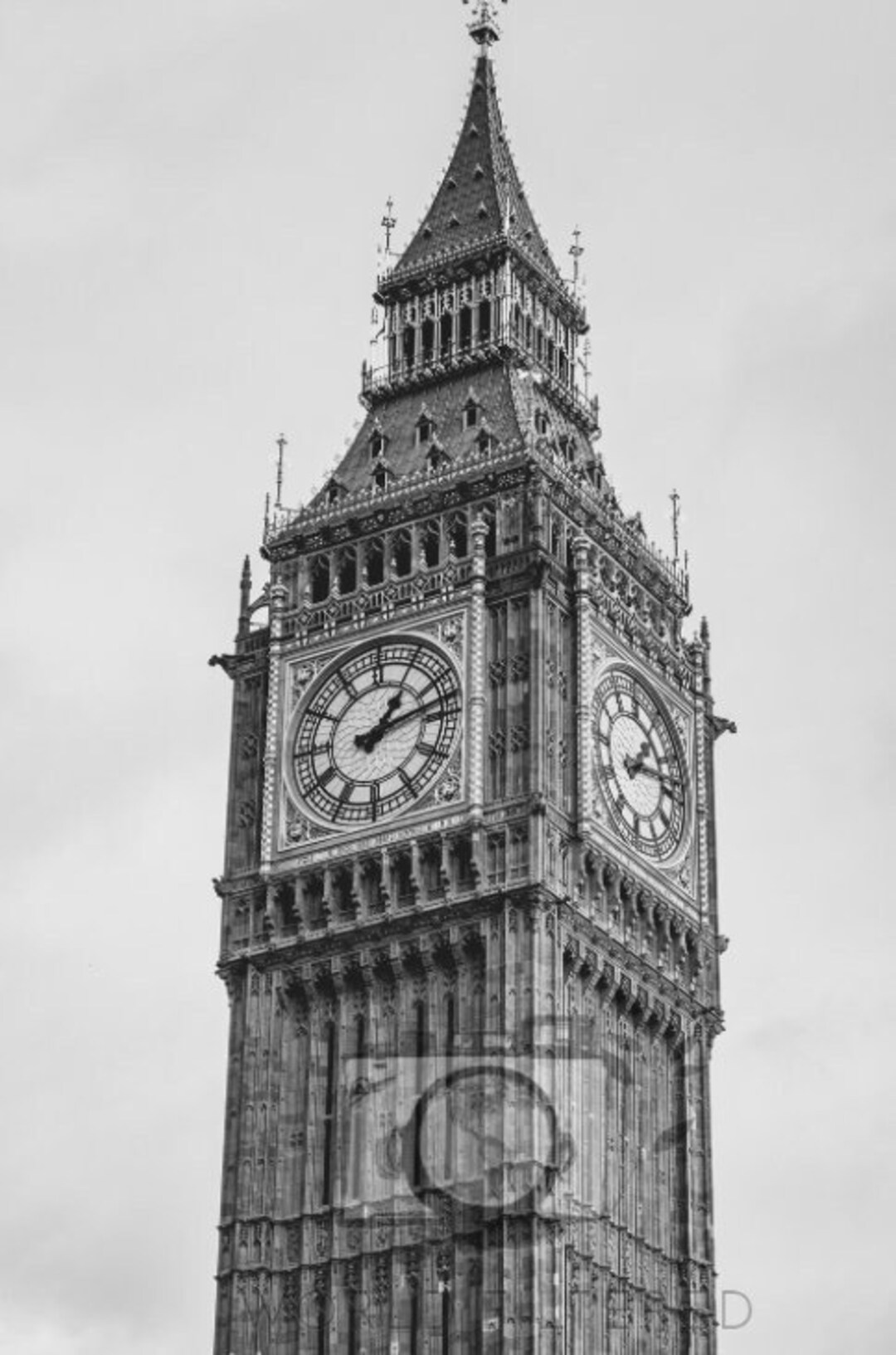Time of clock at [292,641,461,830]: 1:12
